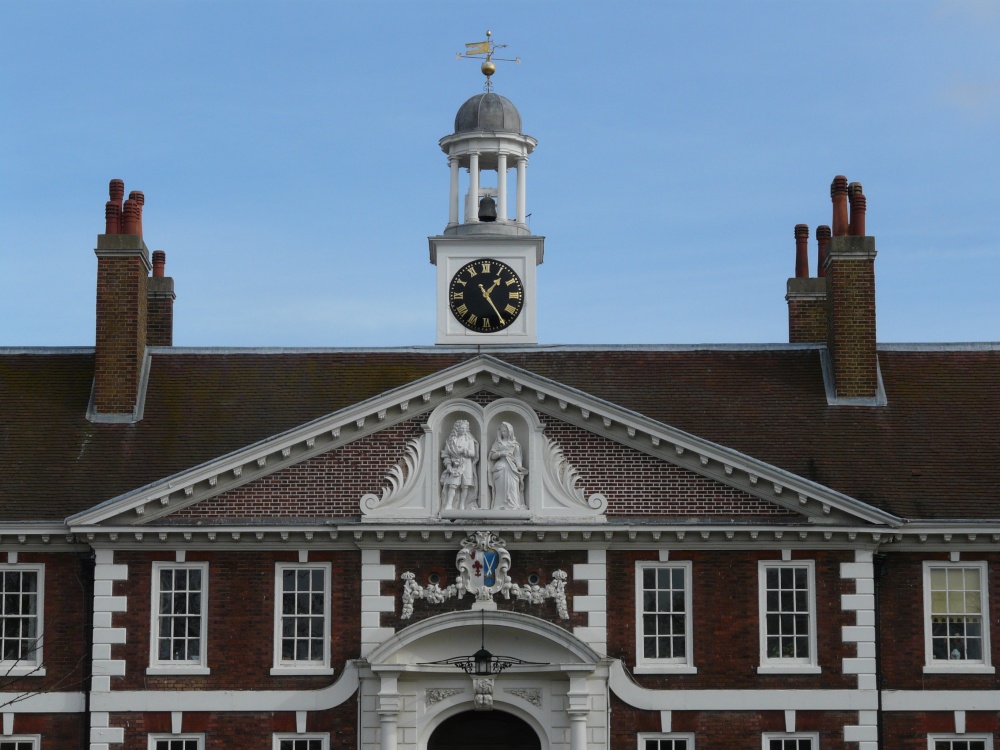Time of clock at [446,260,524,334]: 1:24
